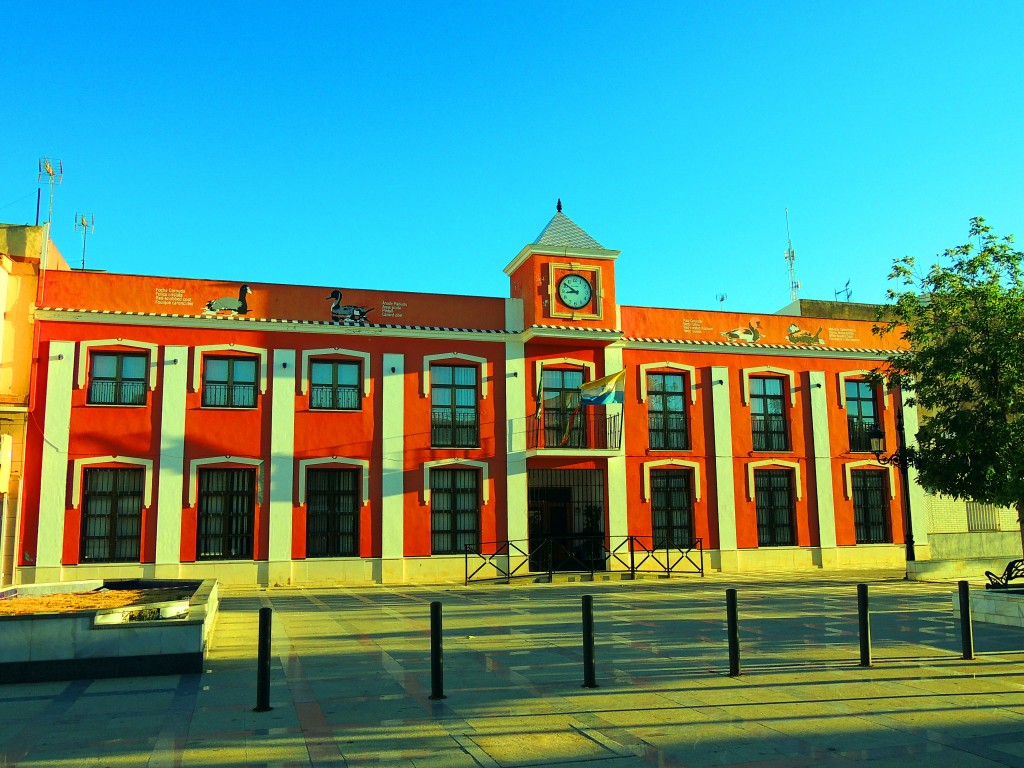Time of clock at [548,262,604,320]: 8:51
